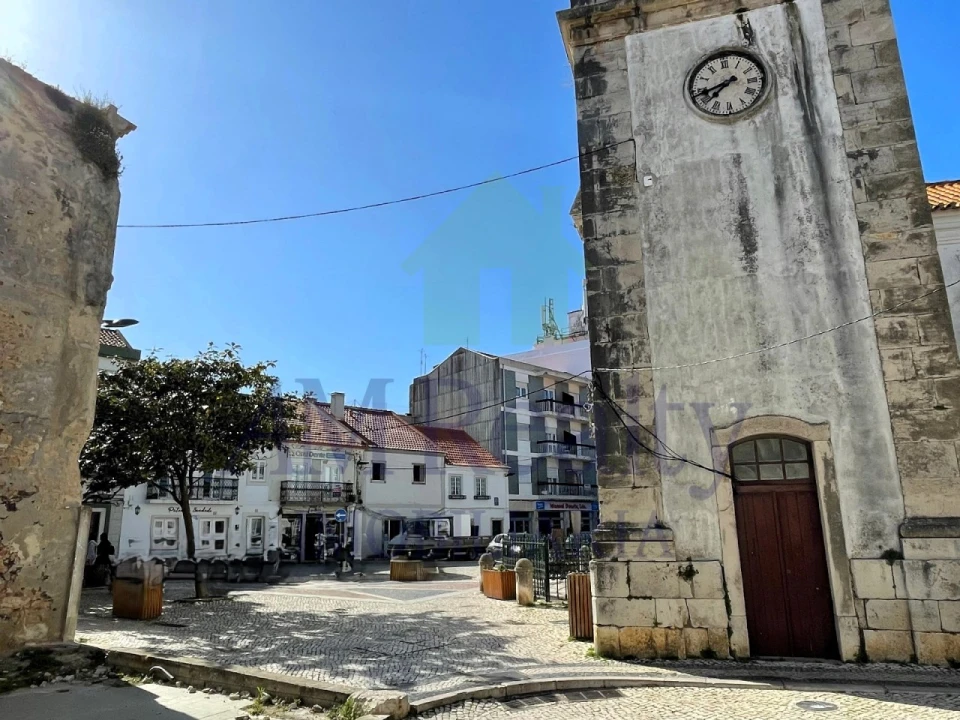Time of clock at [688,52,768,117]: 7:42
